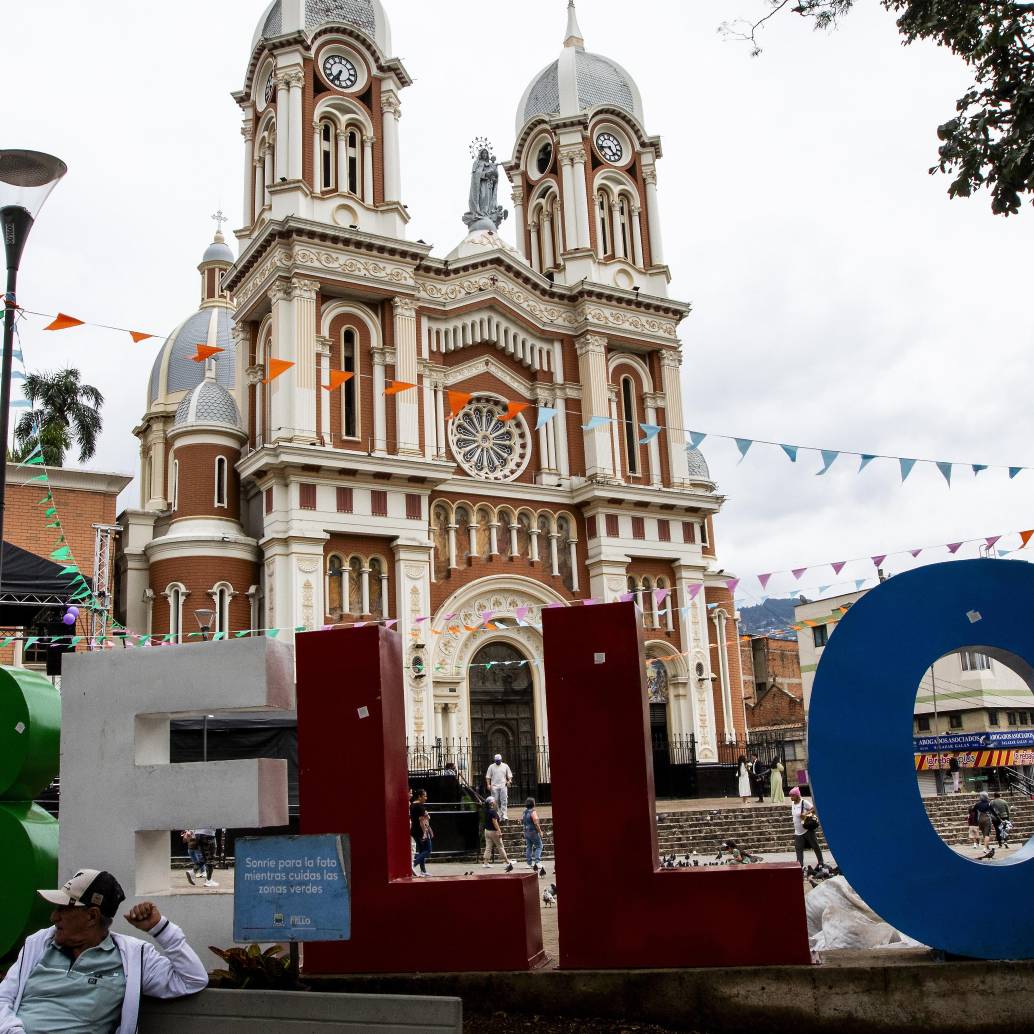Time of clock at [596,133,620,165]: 4:42
